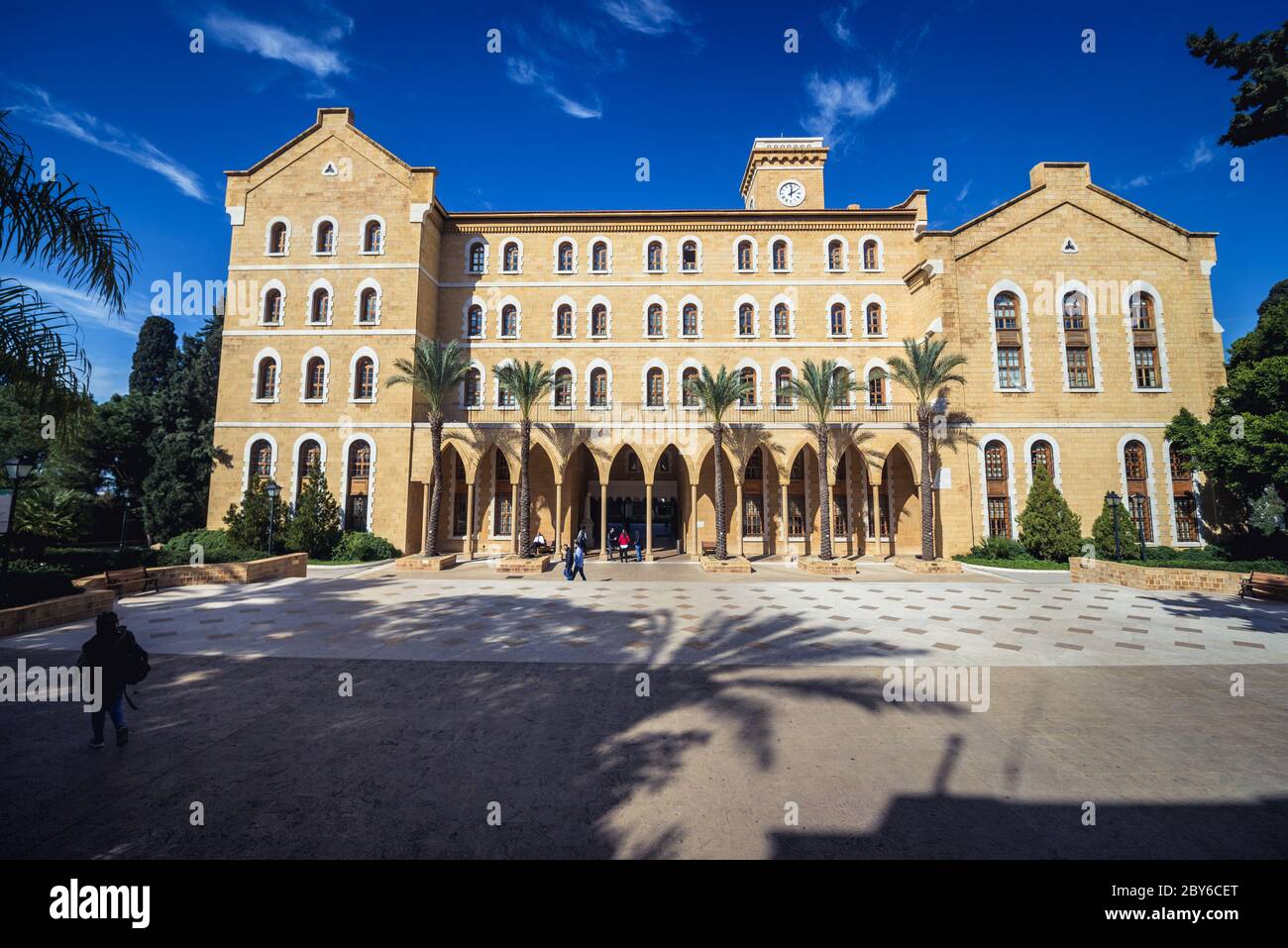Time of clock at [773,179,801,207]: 2:01
